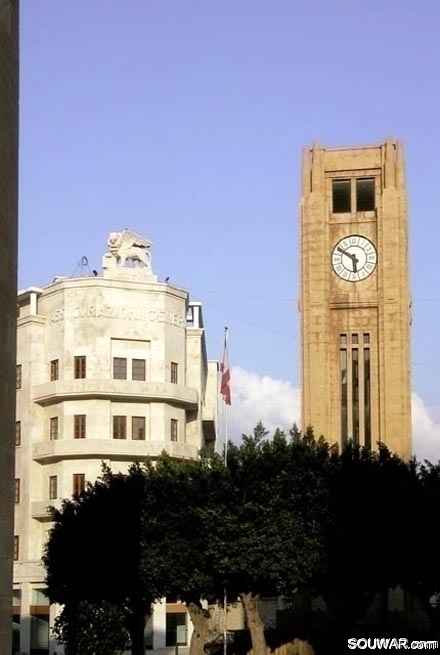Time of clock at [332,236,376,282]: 5:49
